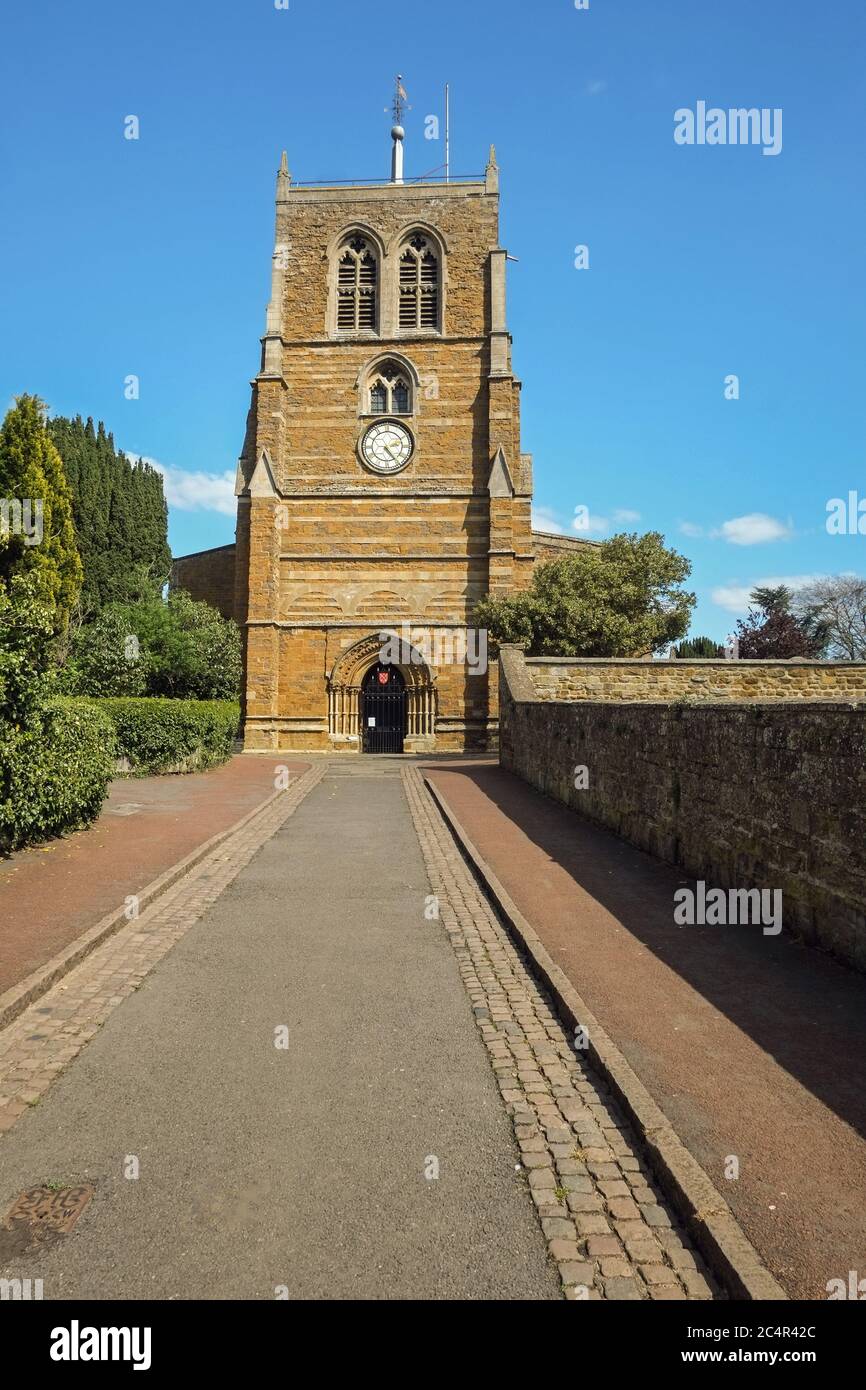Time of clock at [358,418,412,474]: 2:24
